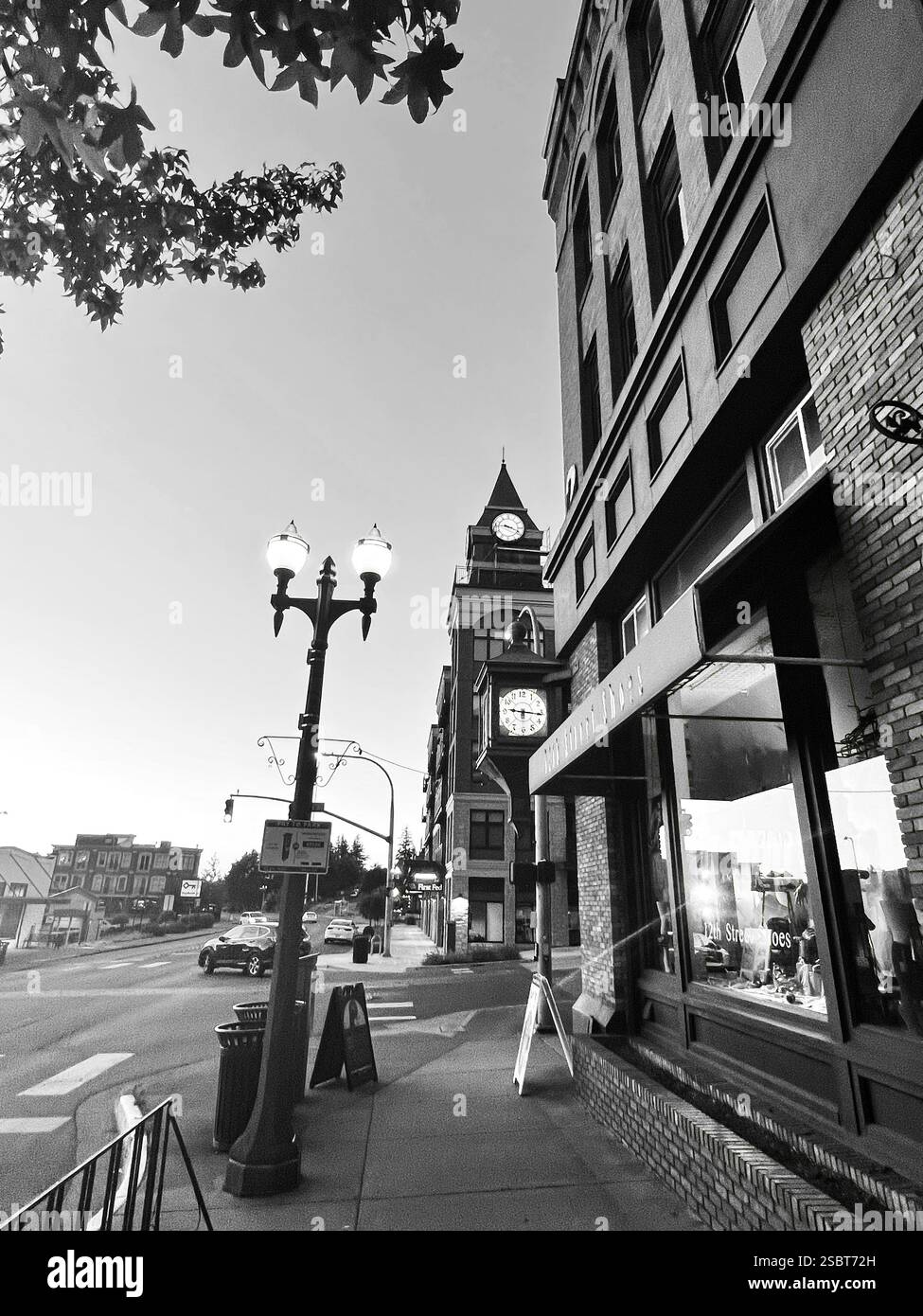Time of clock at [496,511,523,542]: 9:18
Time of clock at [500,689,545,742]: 9:16
